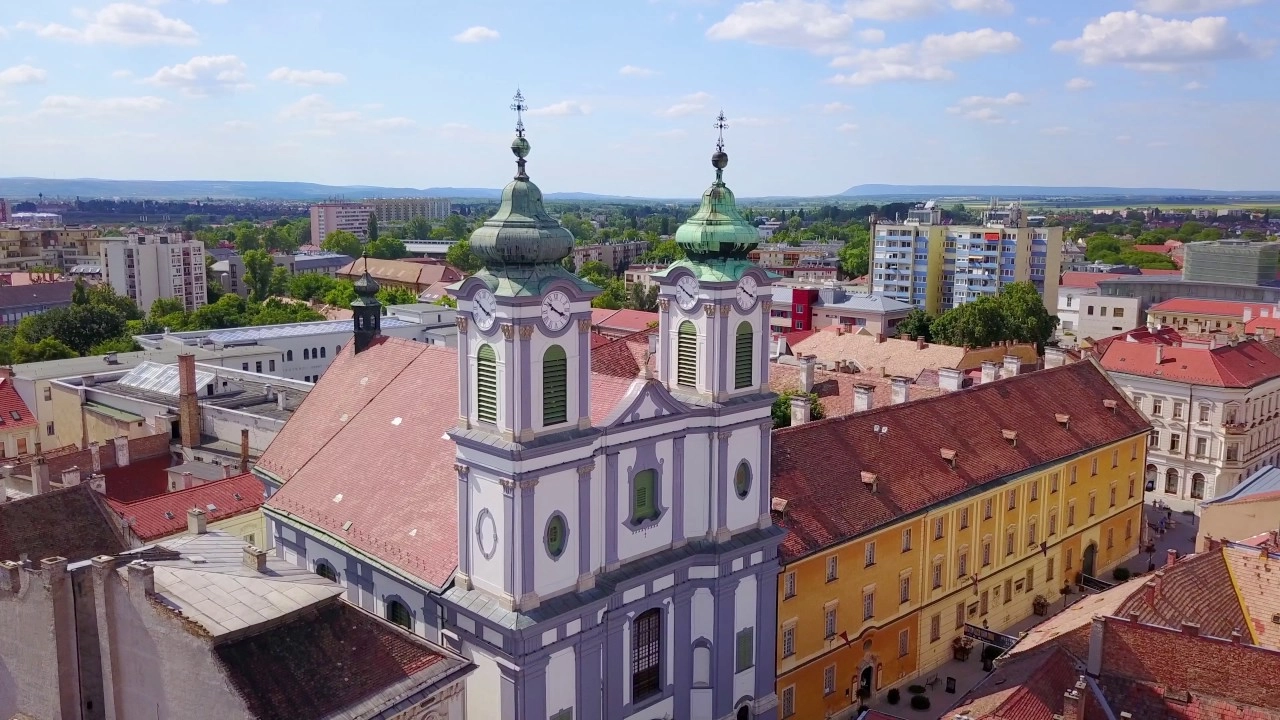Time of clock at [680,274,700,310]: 3:50
